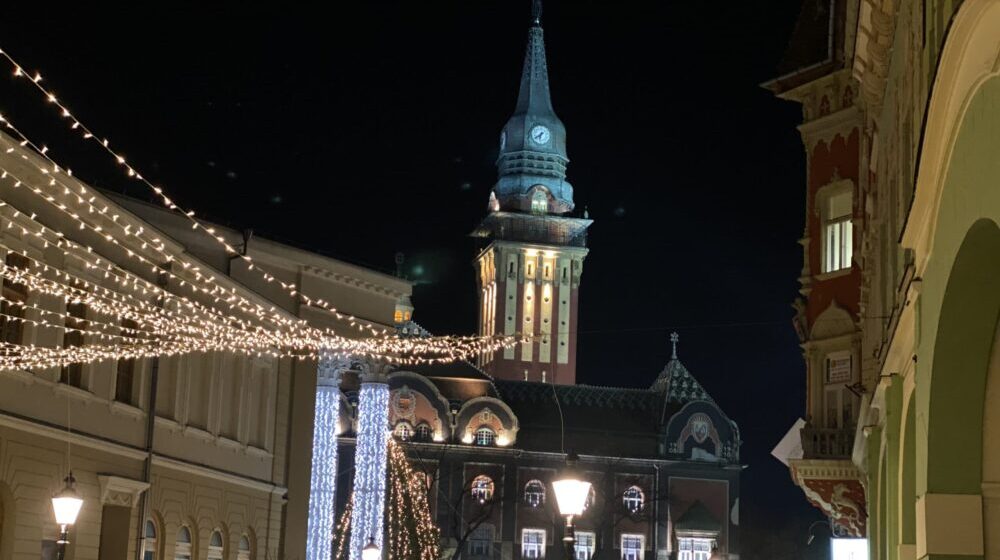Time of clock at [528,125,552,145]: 6:39
